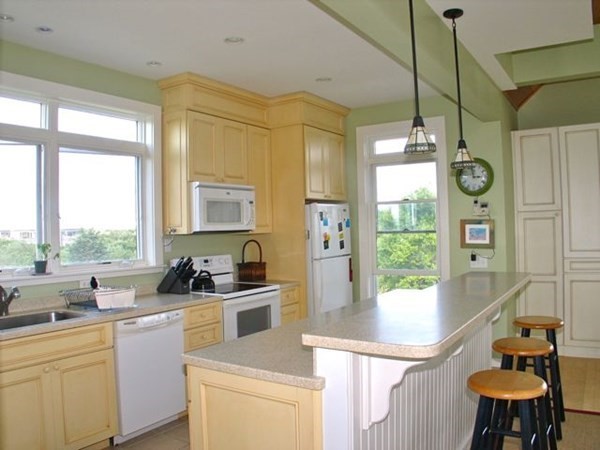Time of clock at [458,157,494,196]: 2:58
